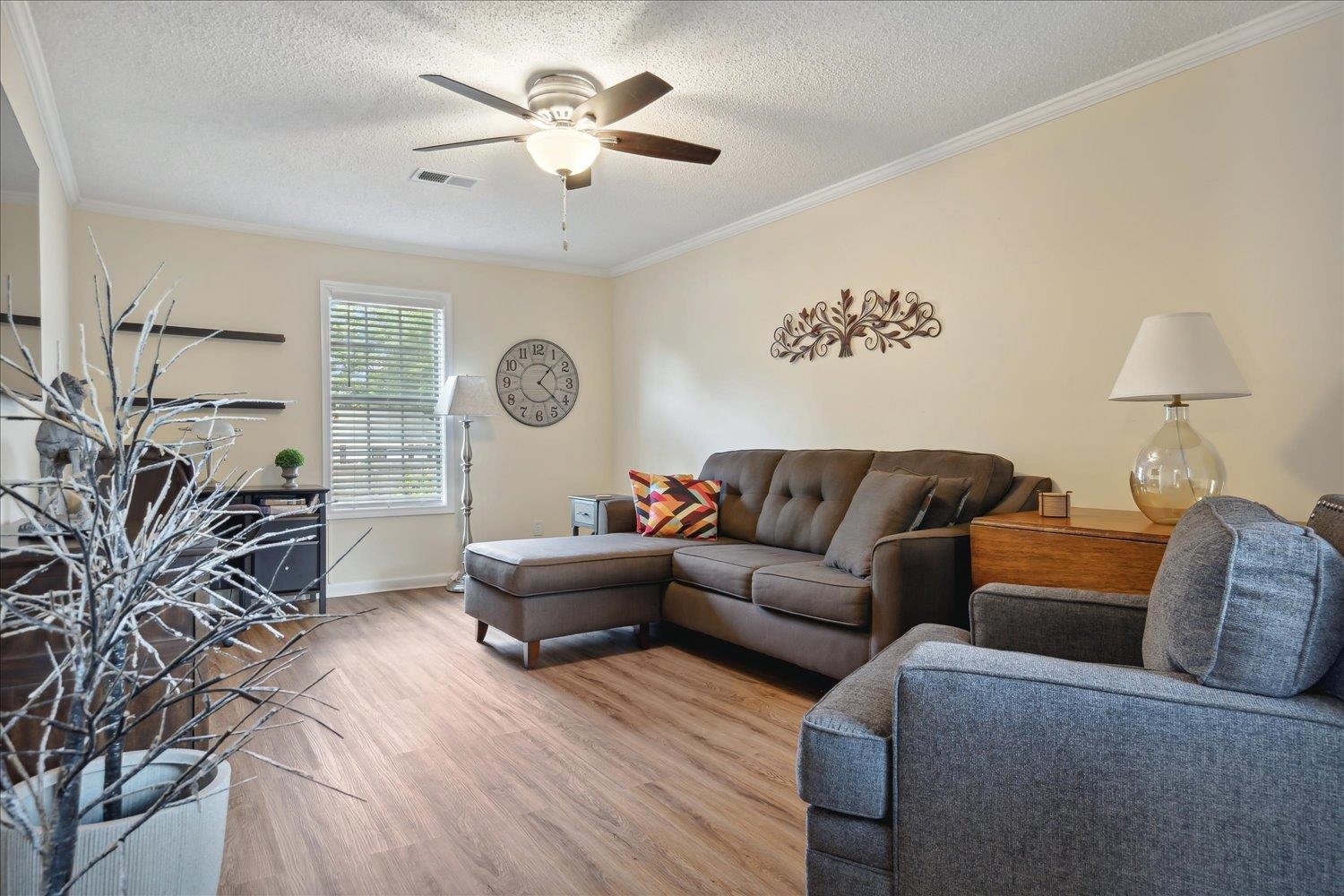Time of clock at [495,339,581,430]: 1:22
